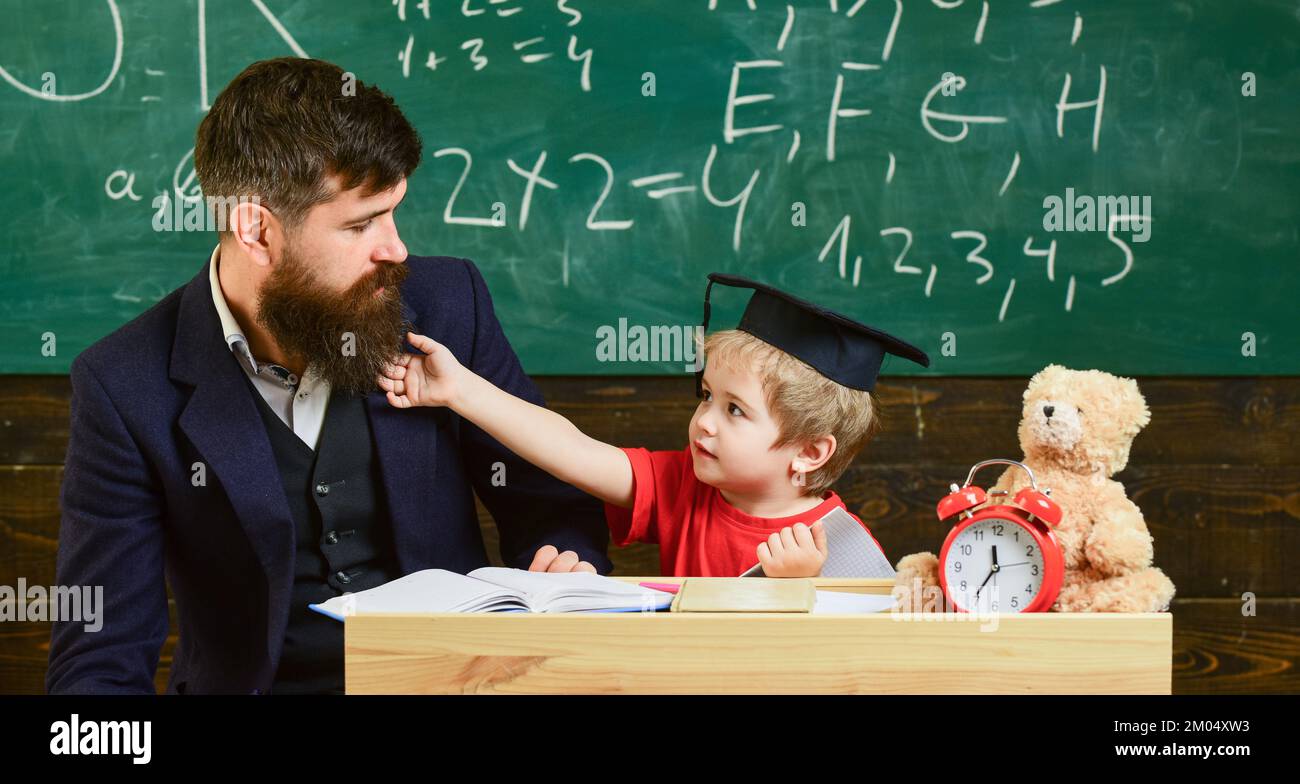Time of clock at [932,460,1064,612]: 11:35
